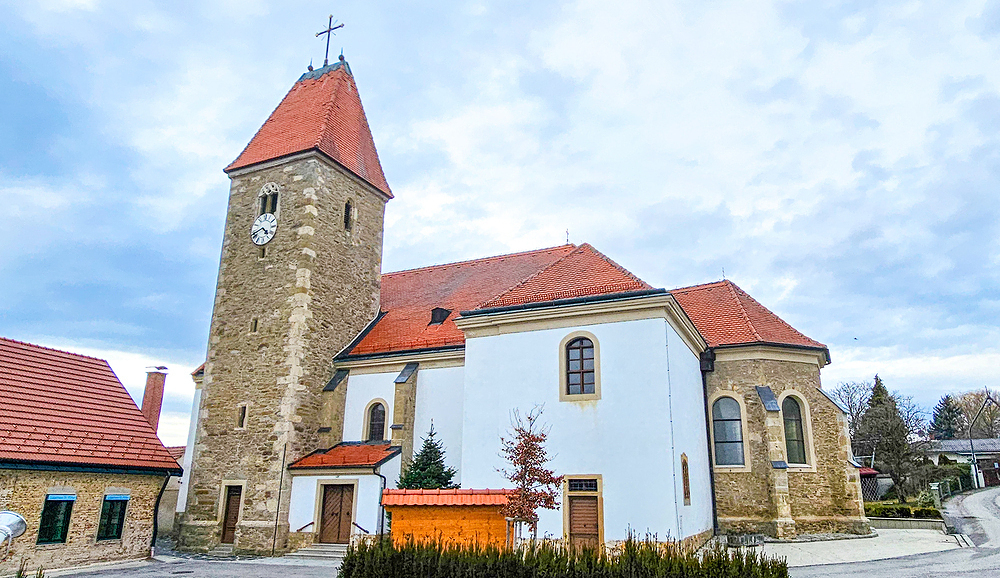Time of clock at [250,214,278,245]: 4:41
